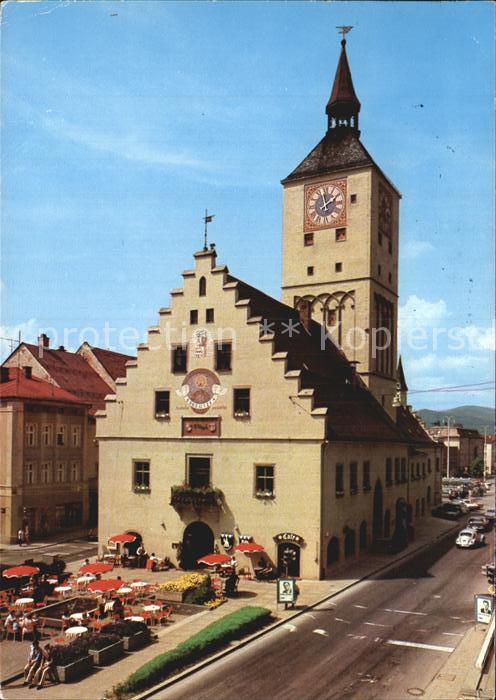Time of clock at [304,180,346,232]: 1:59
